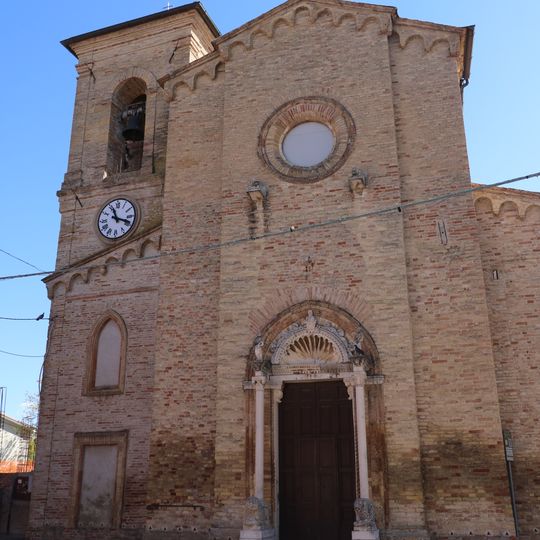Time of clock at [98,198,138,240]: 11:18
